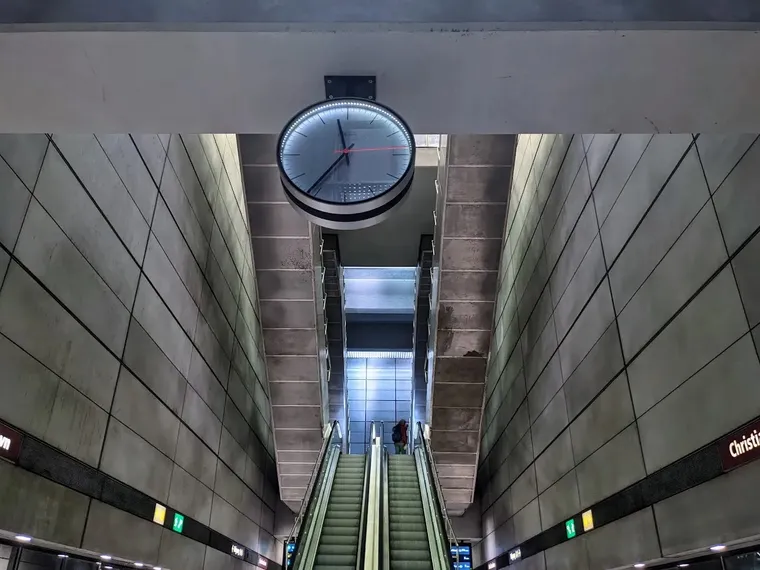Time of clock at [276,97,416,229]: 11:36
